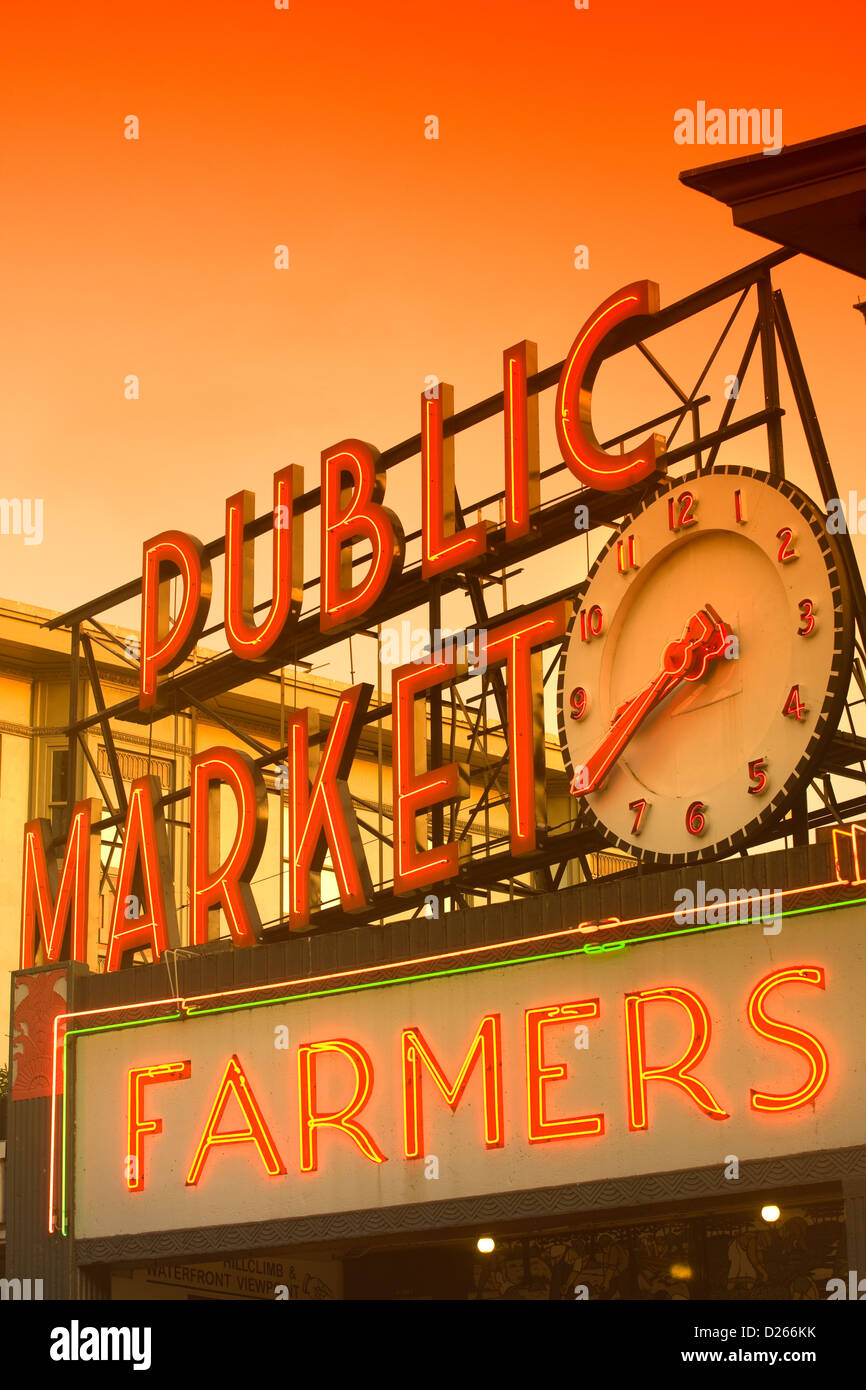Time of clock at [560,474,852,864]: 8:40
